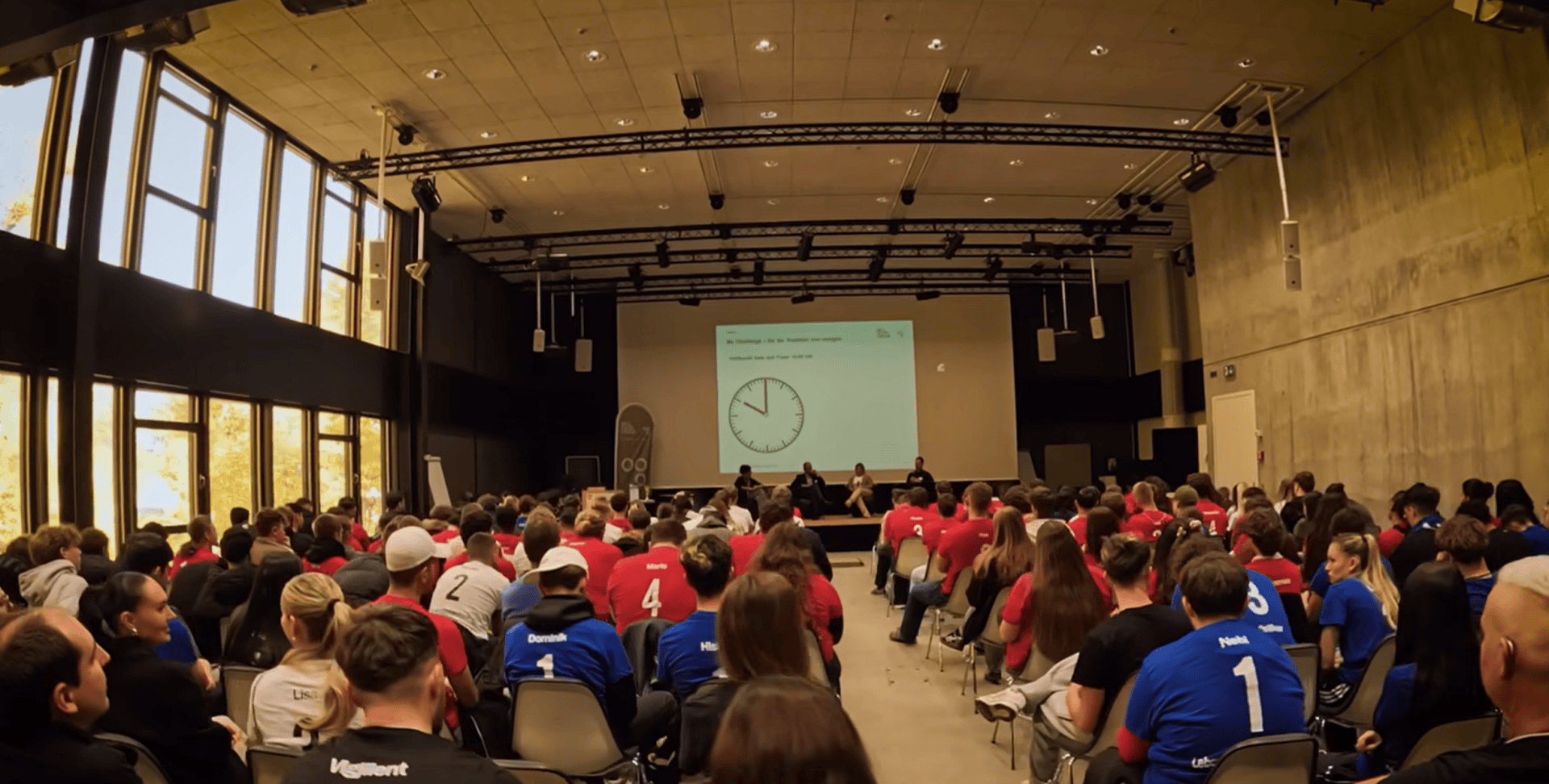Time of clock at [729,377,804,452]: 10:00
